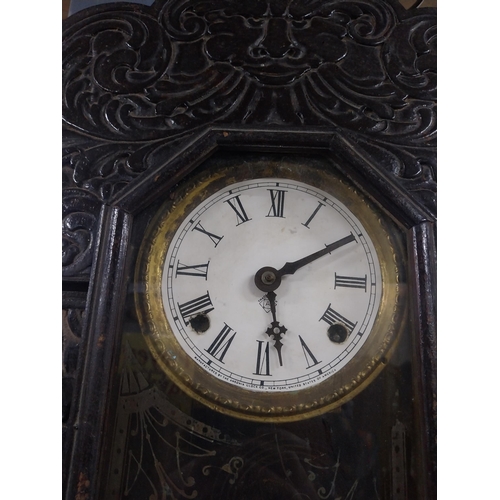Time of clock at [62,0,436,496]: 5:09
